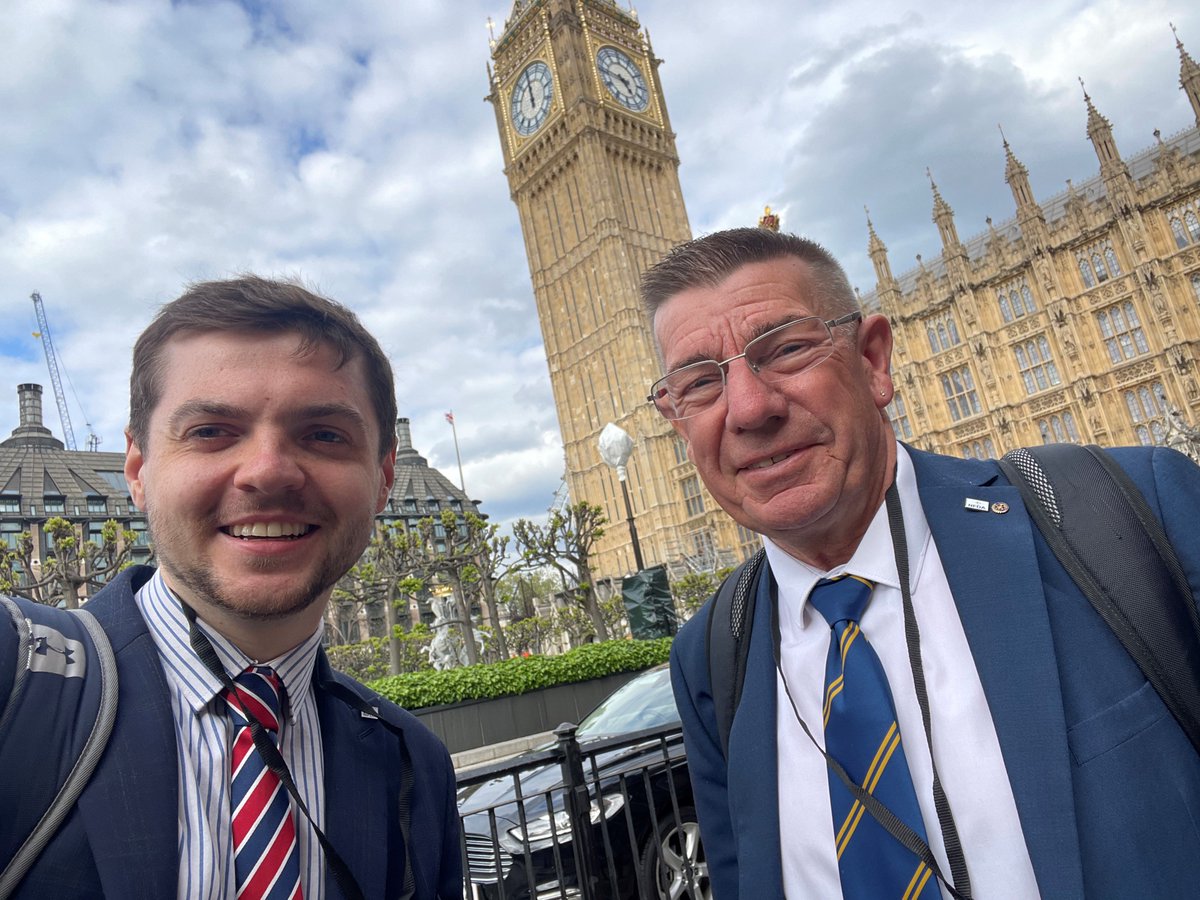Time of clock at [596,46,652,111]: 4:46
